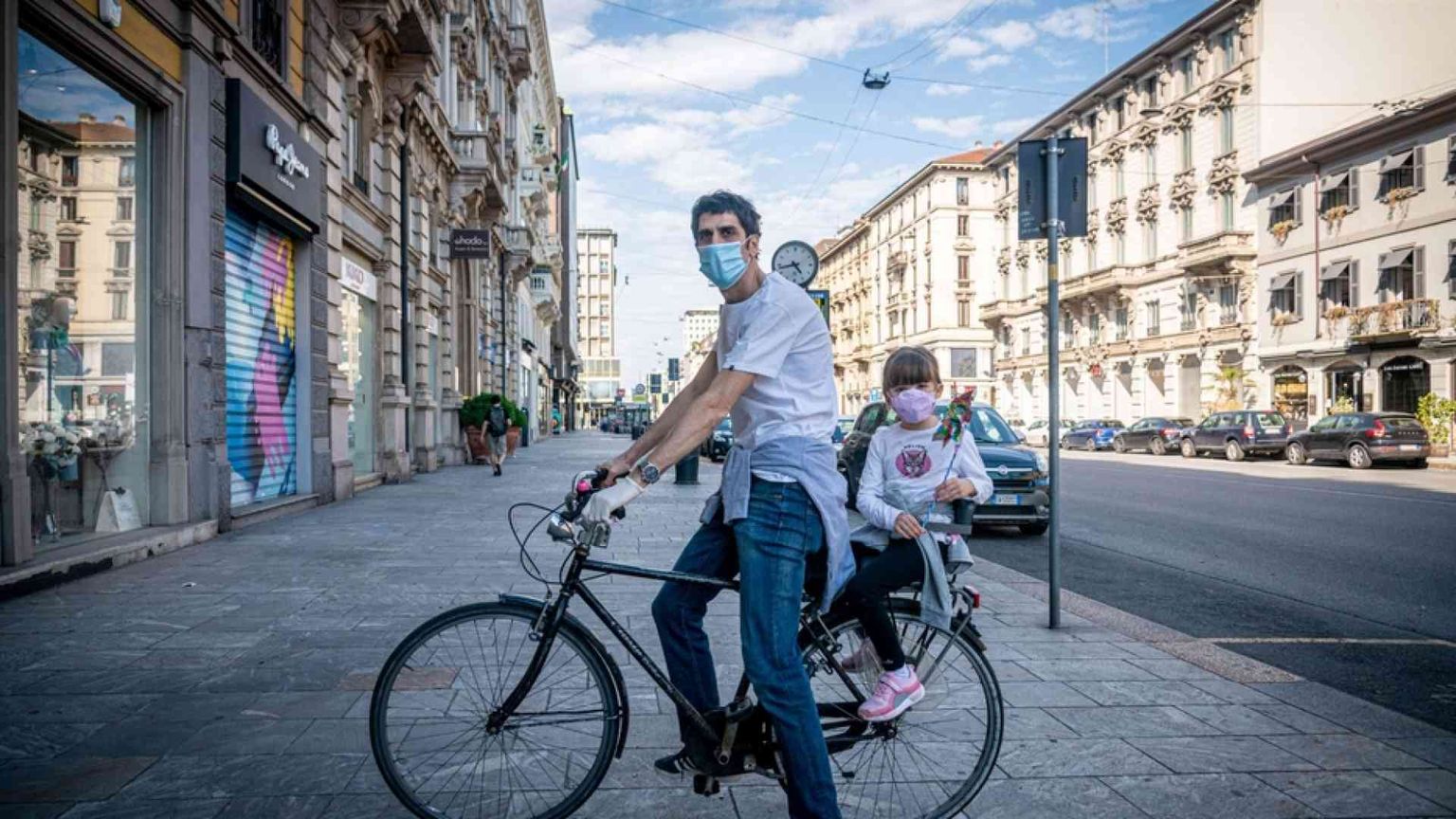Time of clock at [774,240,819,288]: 4:42
